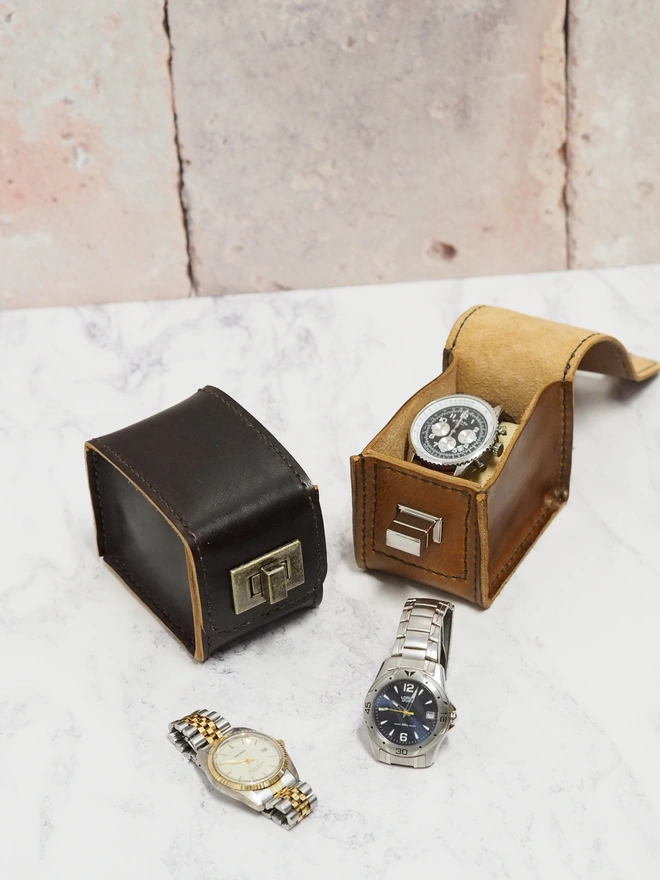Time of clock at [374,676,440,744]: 10:03
